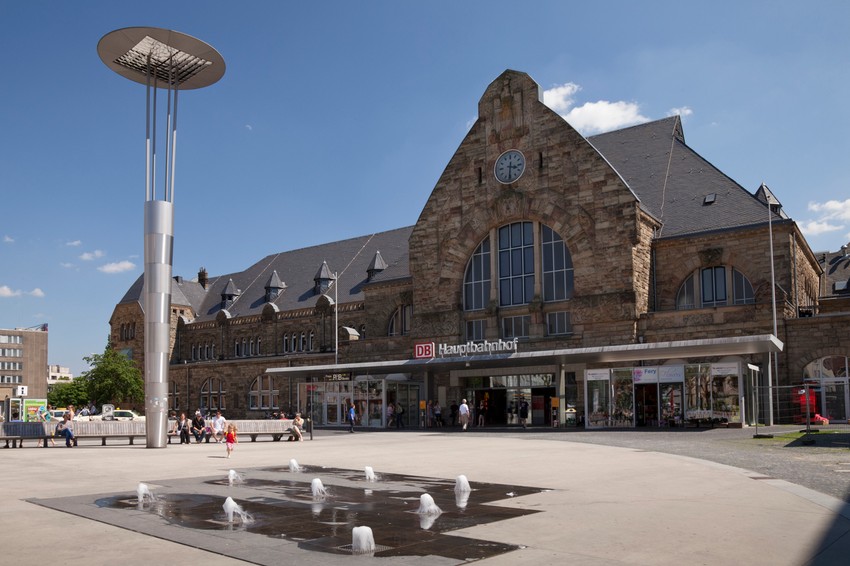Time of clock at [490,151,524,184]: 3:31
